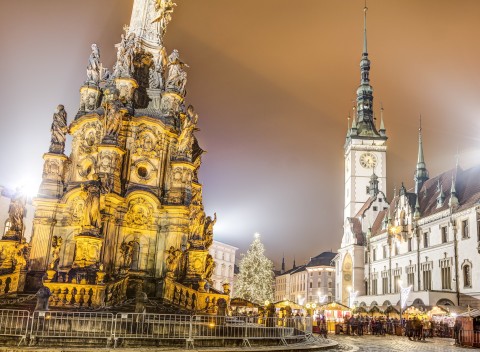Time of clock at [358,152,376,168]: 5:36
